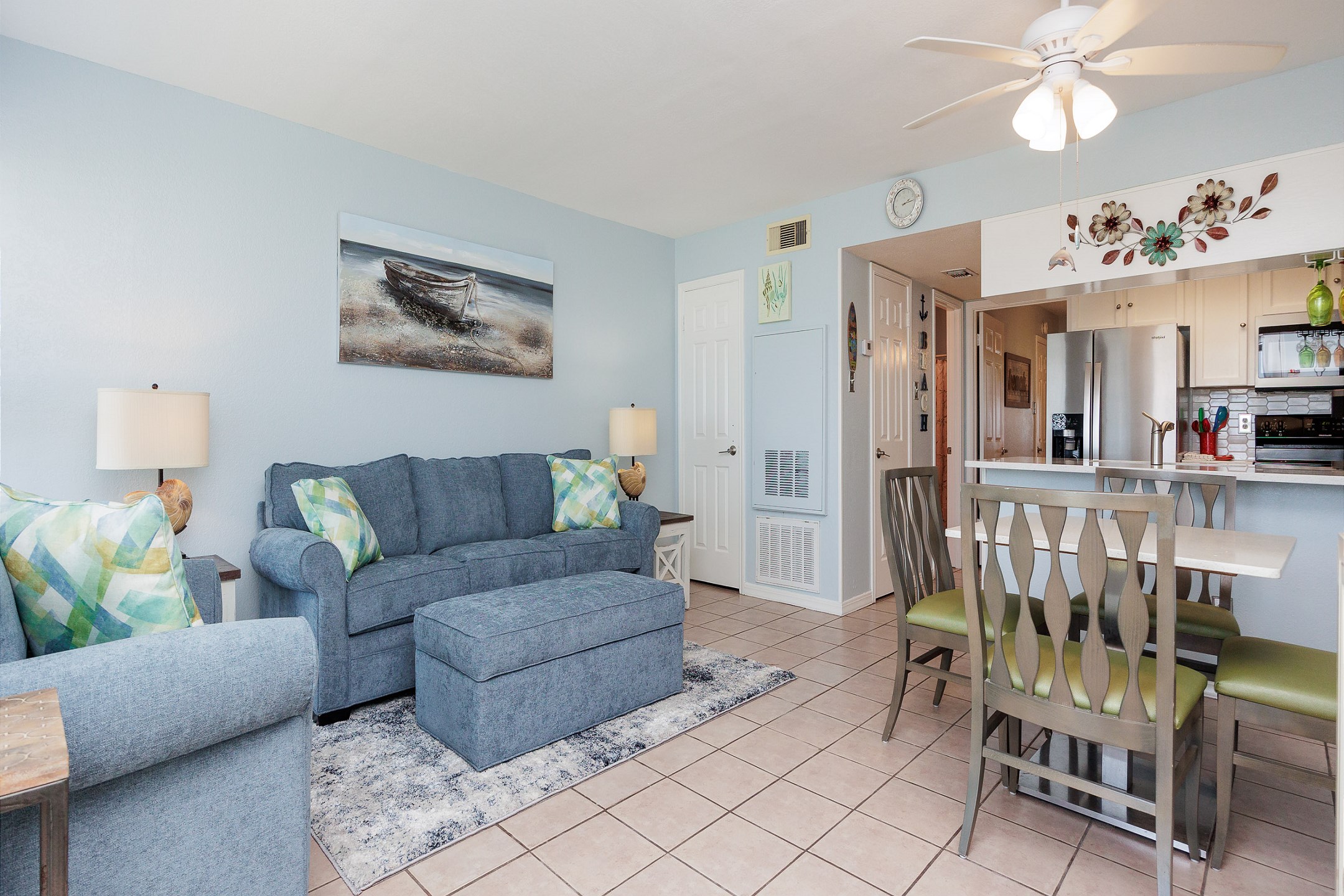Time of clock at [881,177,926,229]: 2:13
